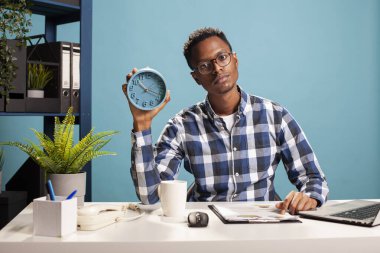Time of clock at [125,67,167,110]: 10:17
